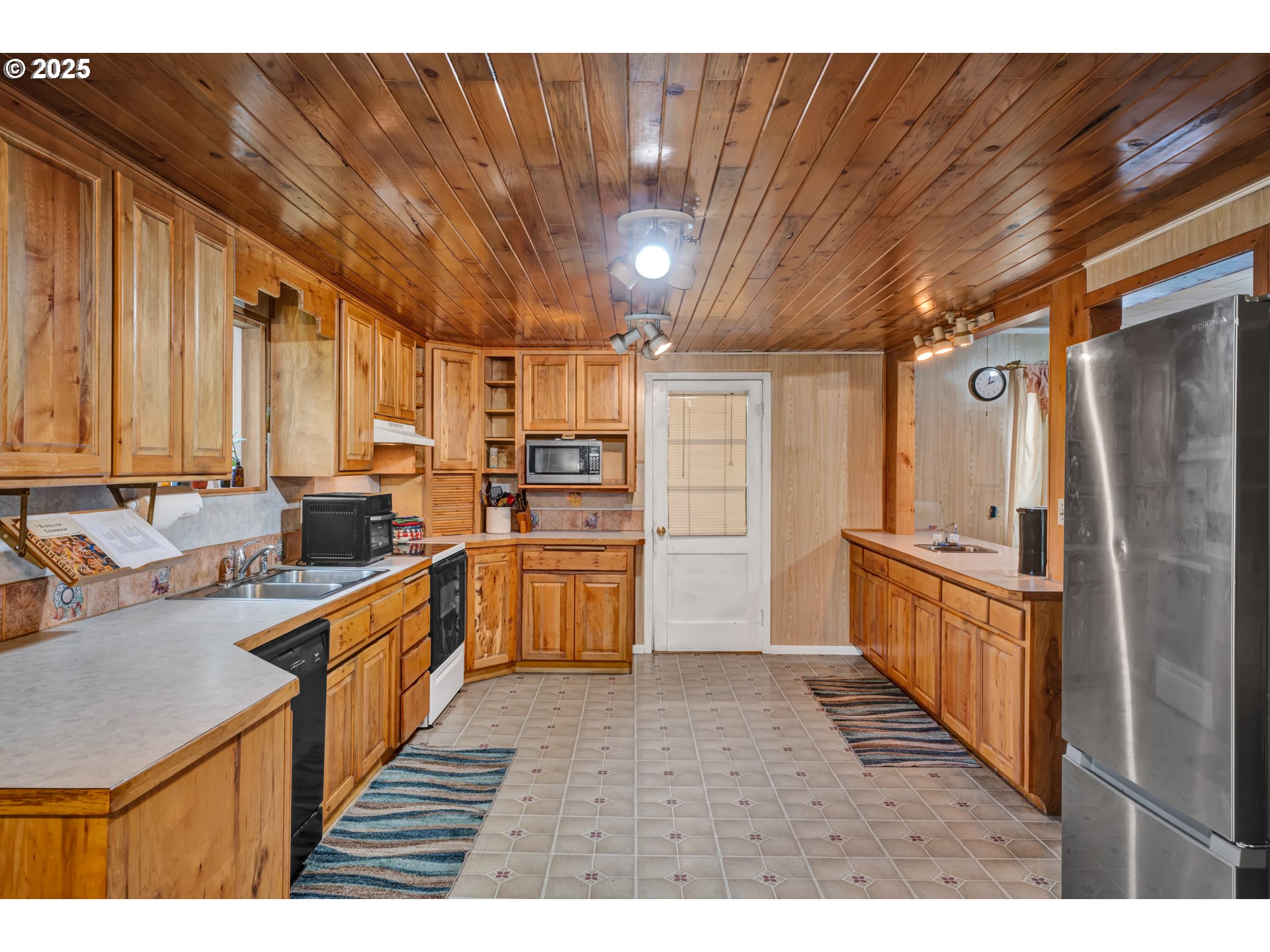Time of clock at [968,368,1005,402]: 2:01
